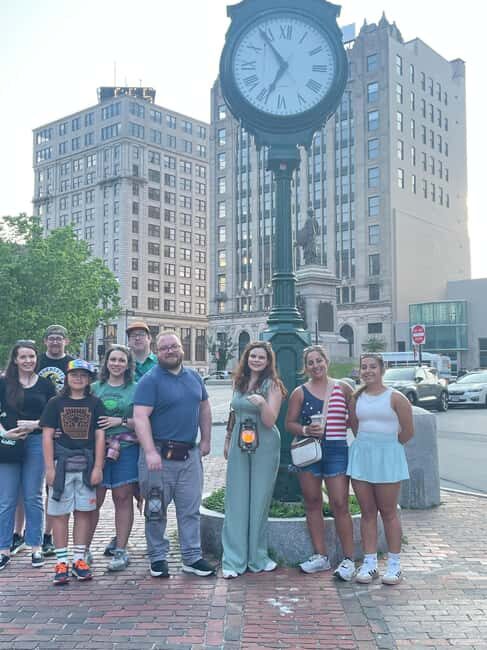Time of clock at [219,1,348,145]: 6:53
